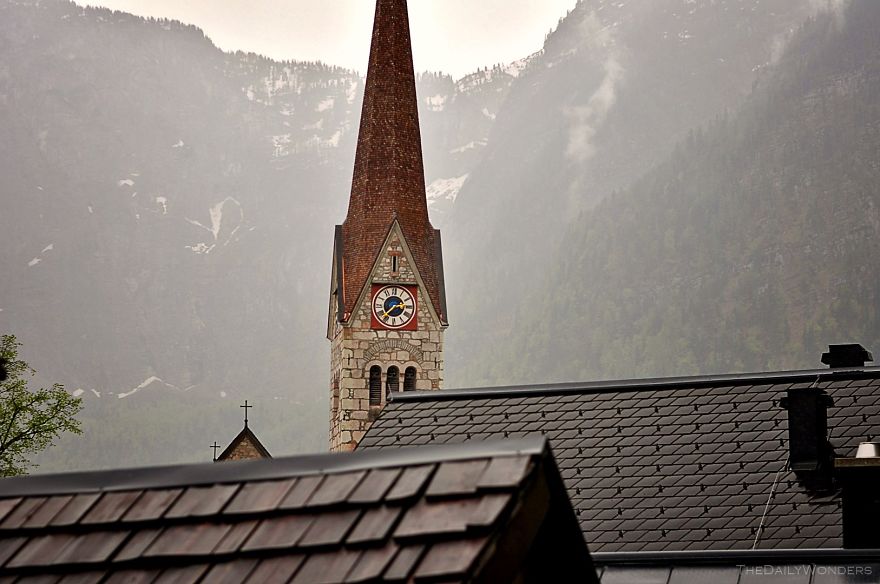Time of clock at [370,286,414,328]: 2:37
